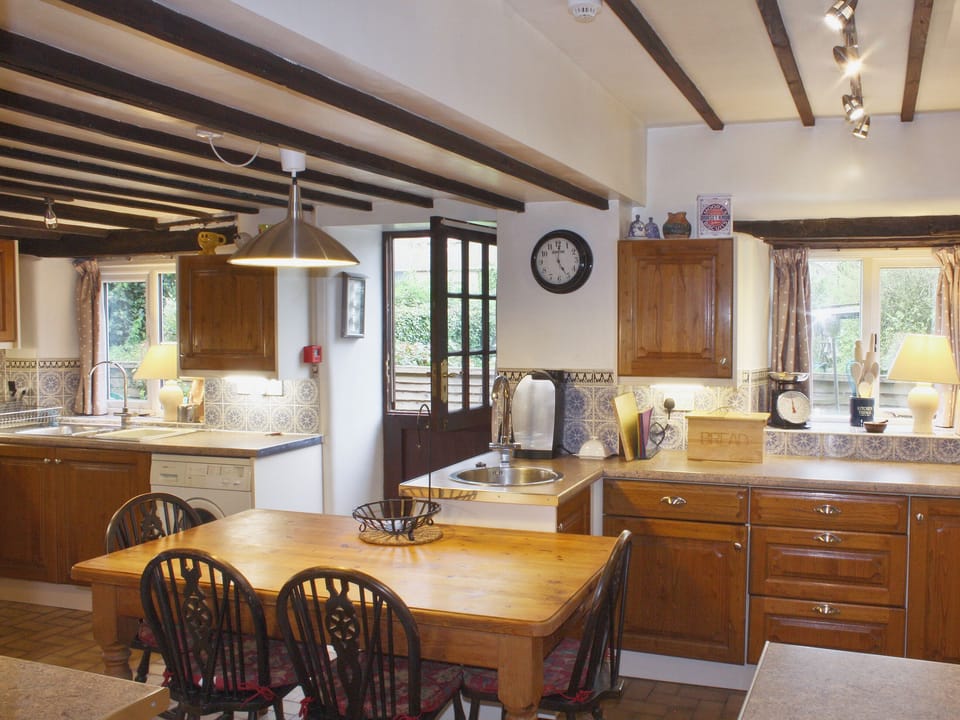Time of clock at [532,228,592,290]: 5:00
